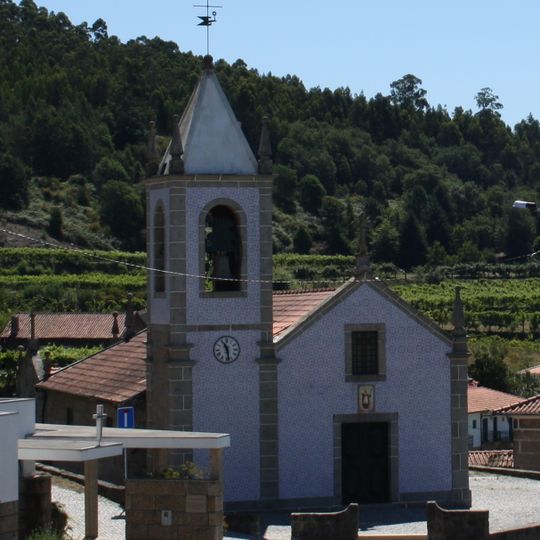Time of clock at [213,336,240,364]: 11:28
